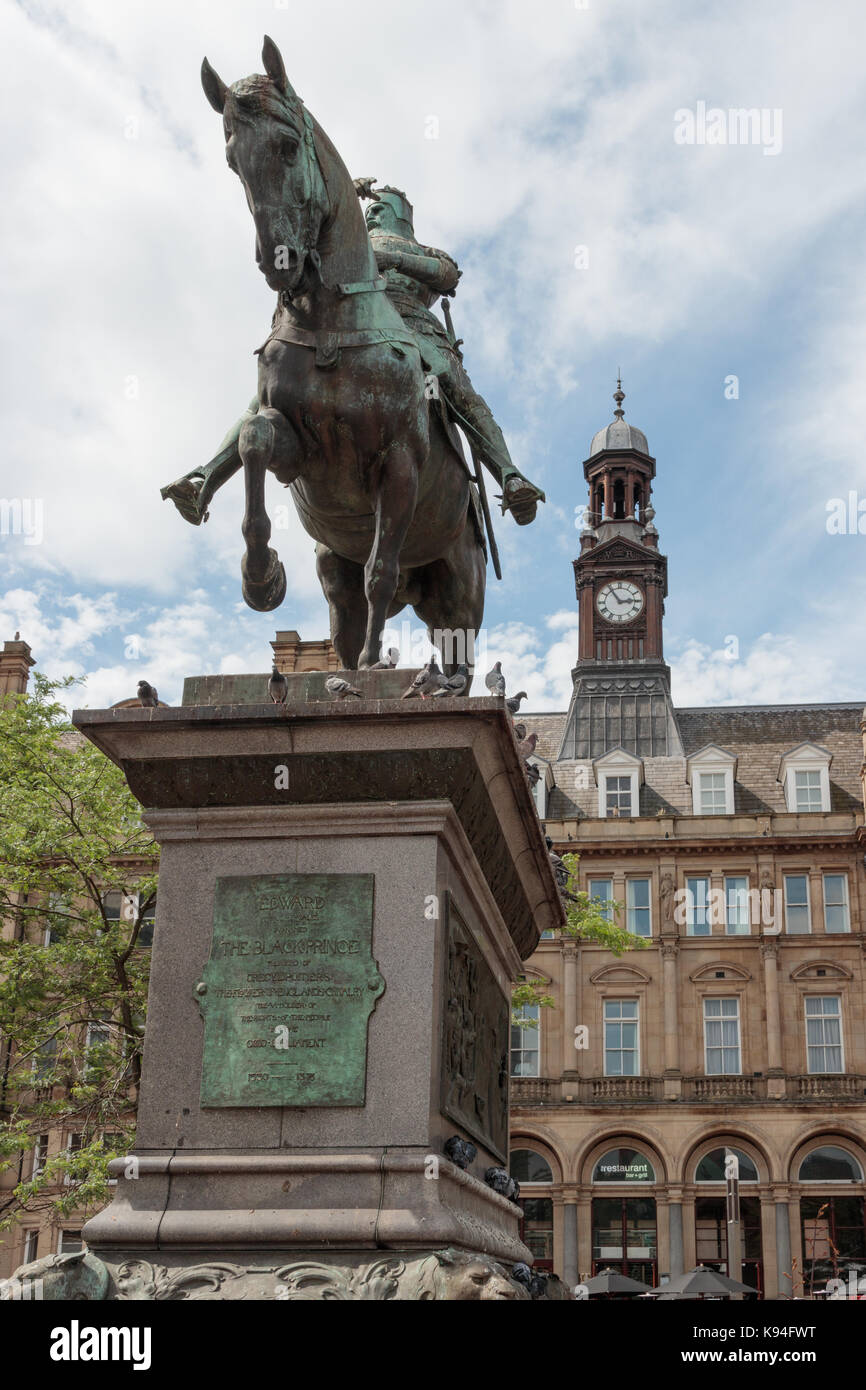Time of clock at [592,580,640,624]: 2:54
